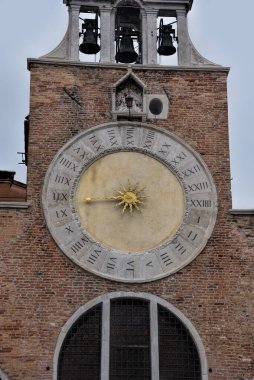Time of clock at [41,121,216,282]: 8:43
